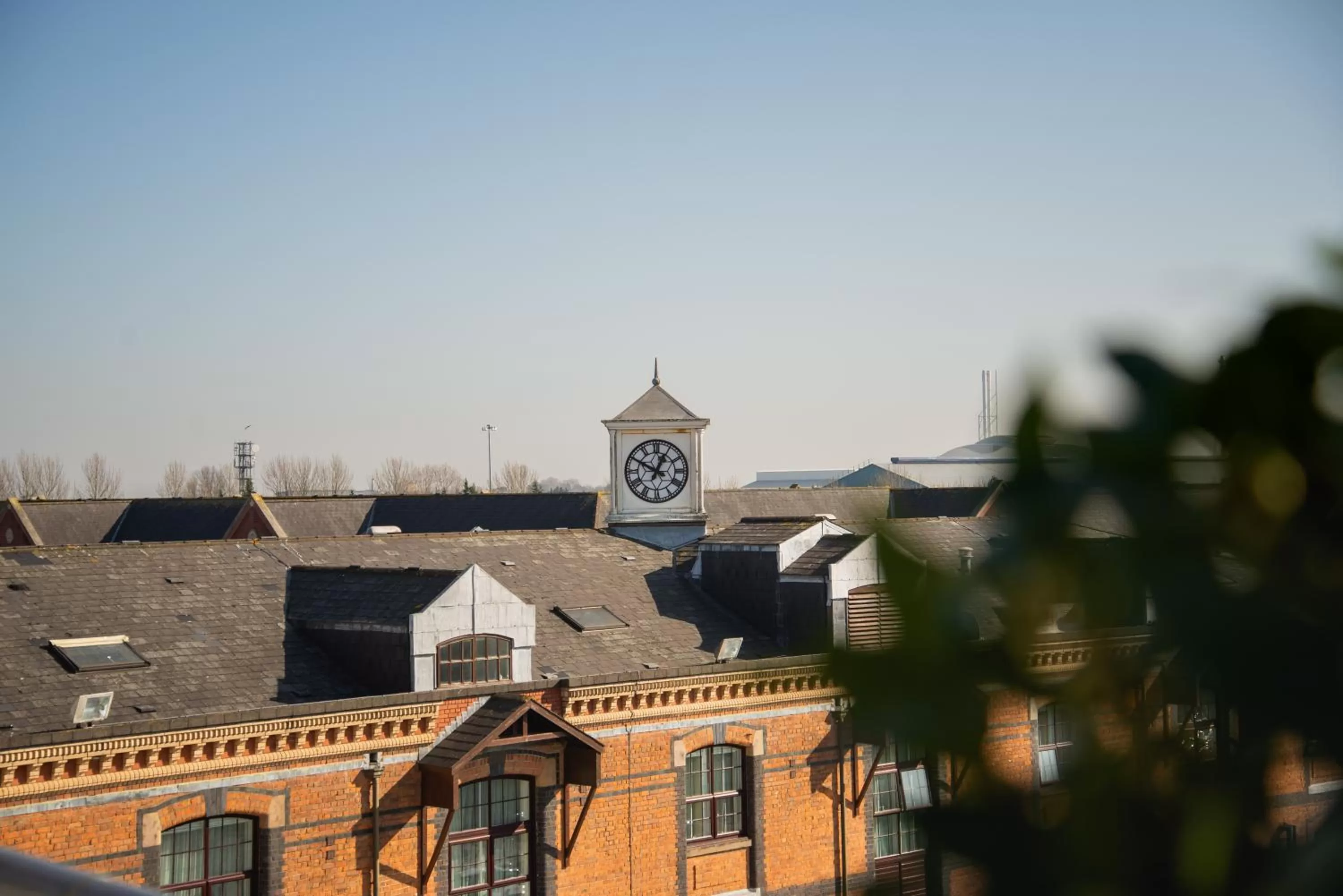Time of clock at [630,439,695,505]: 12:49
